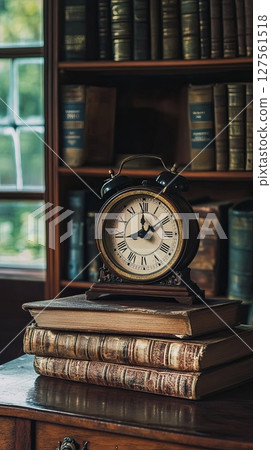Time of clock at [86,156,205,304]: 2:00
